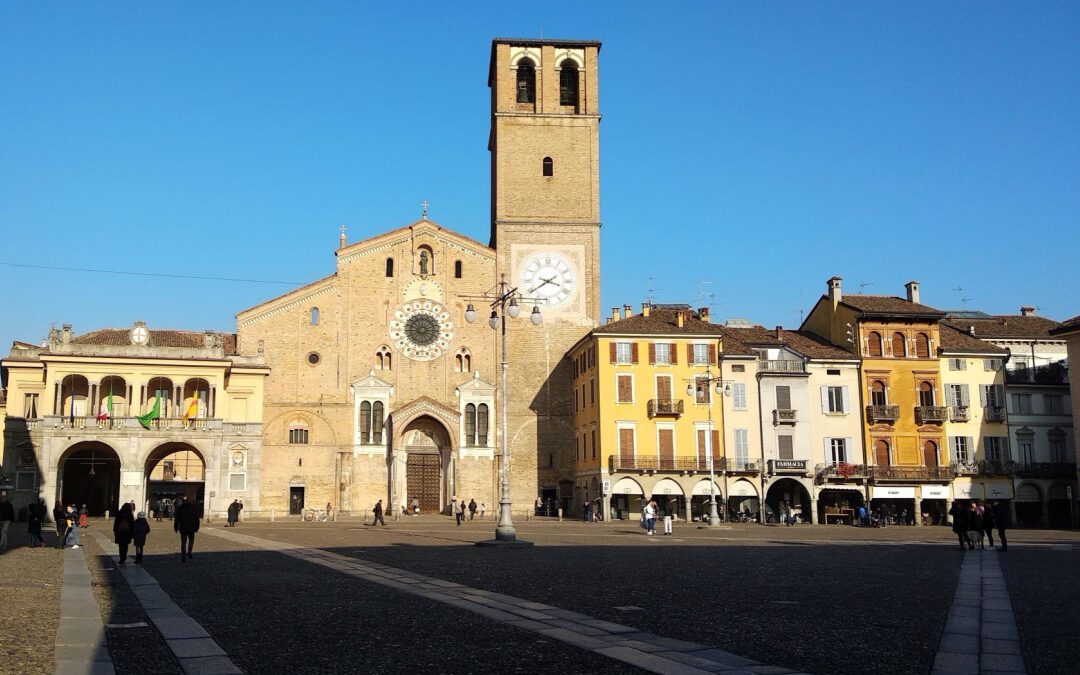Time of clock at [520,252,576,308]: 3:39
